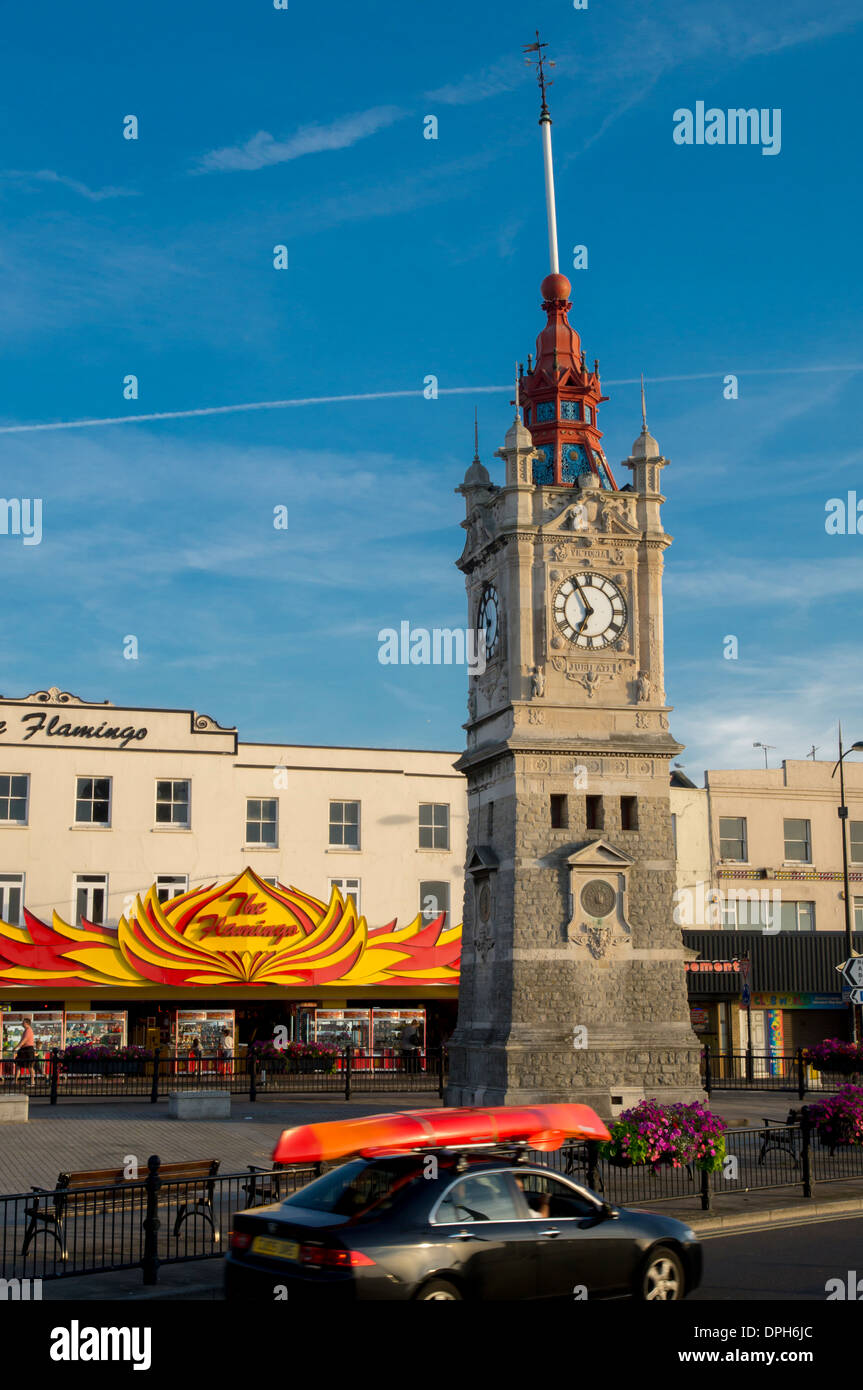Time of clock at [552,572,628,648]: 6:55
